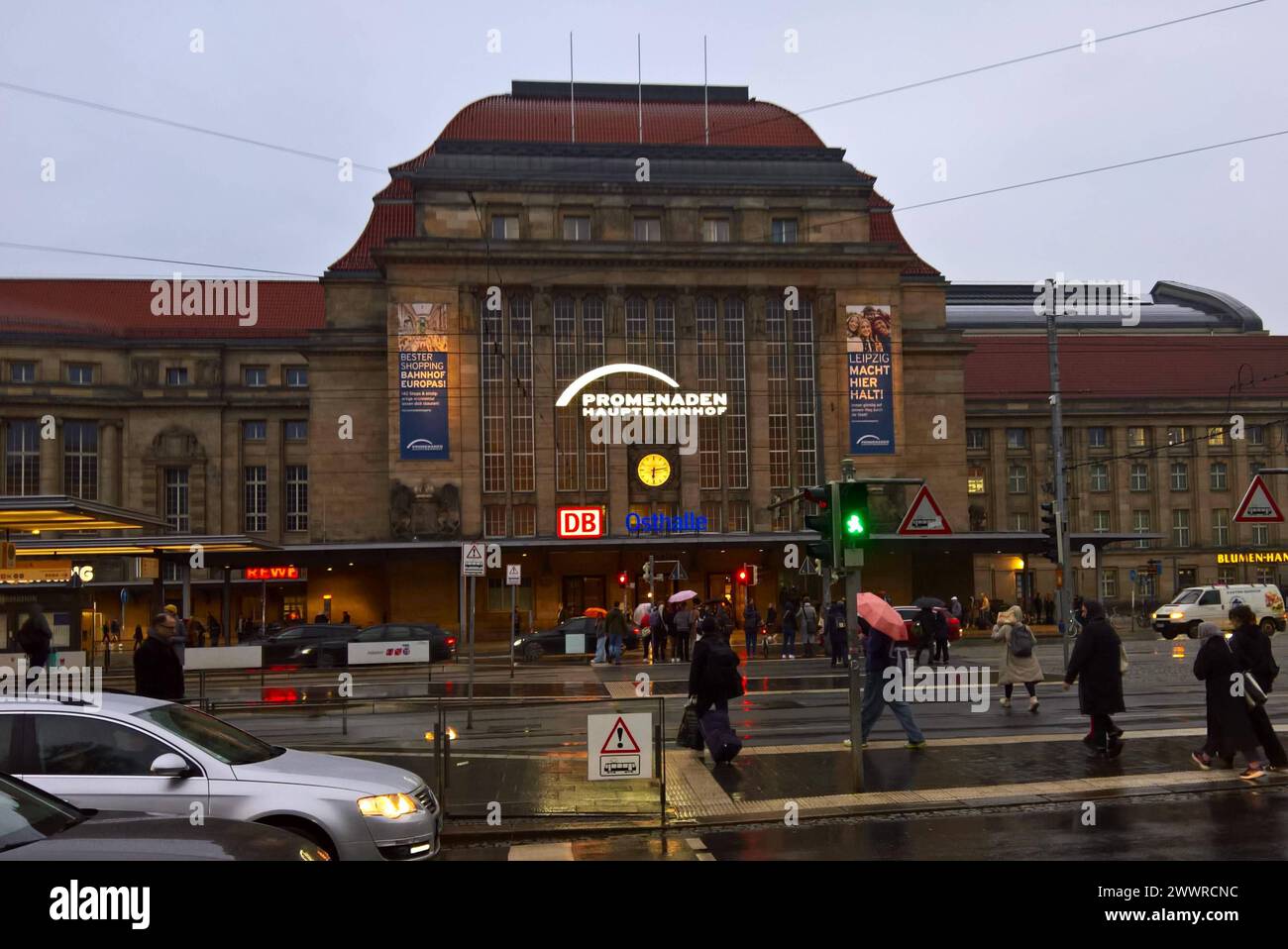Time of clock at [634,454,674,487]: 6:13
